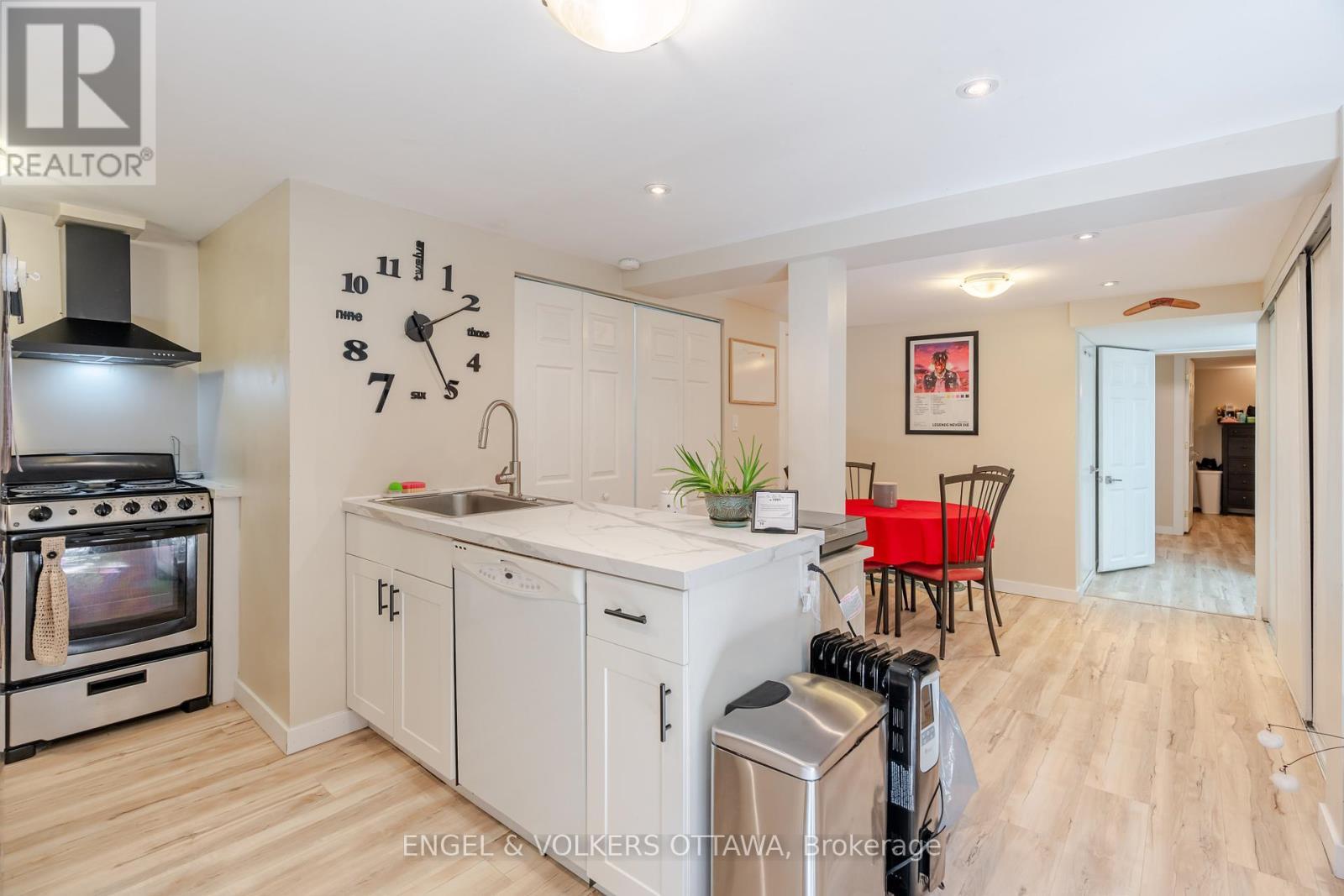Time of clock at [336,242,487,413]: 5:10
